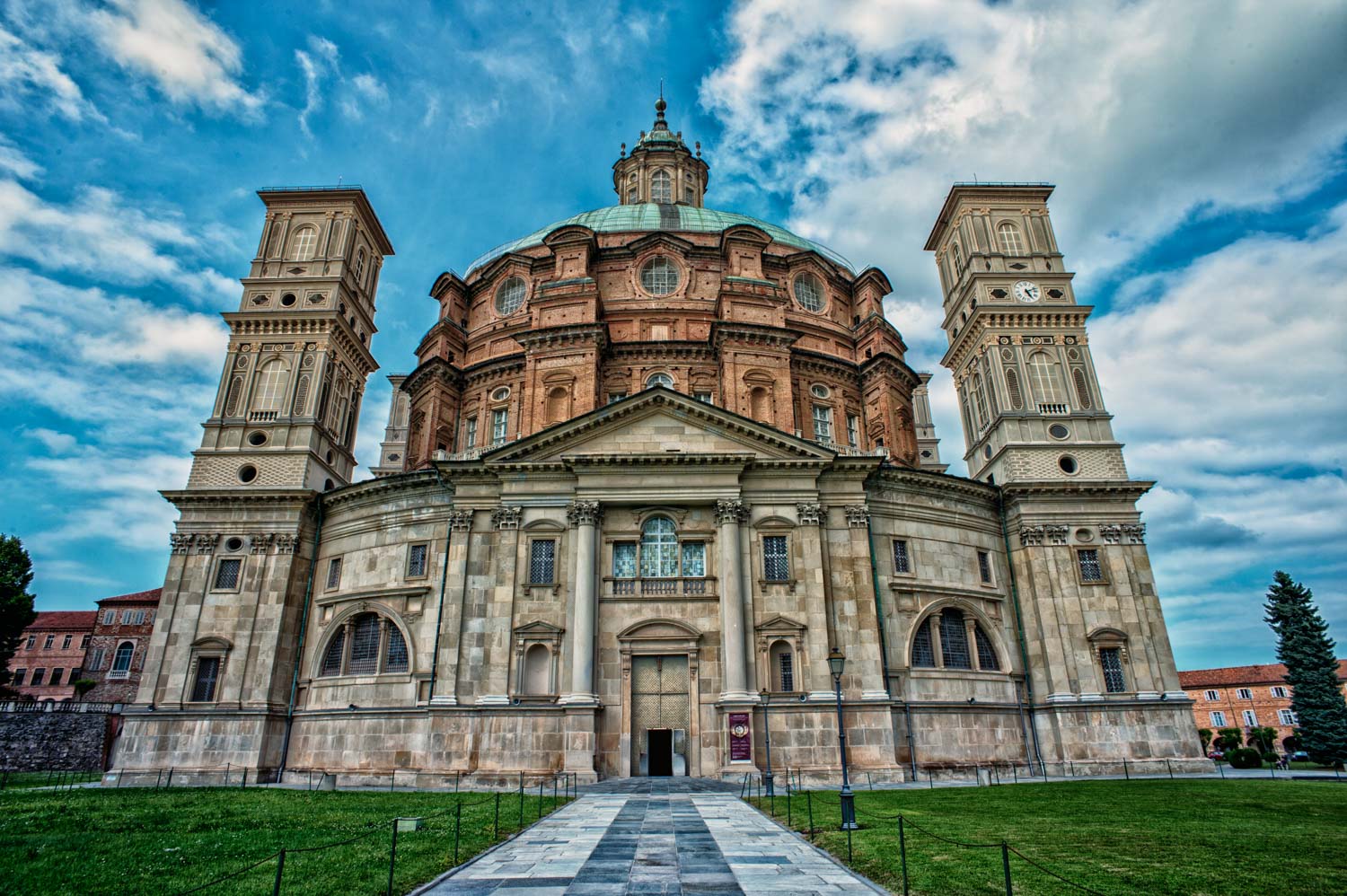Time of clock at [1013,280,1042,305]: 5:11
